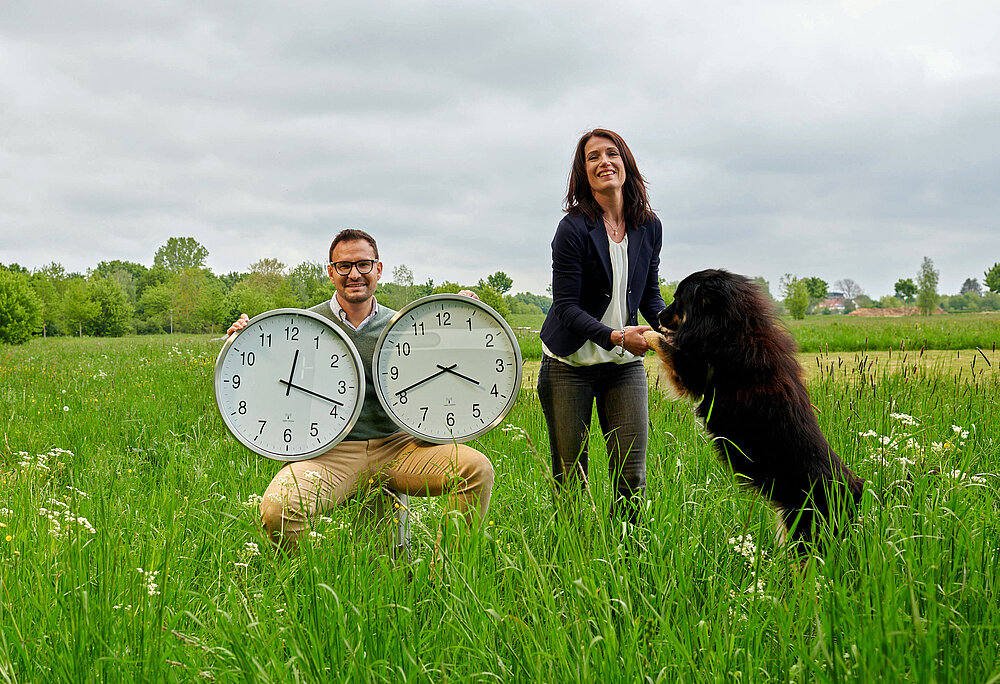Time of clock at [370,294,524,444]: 3:41
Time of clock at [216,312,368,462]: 12:18
